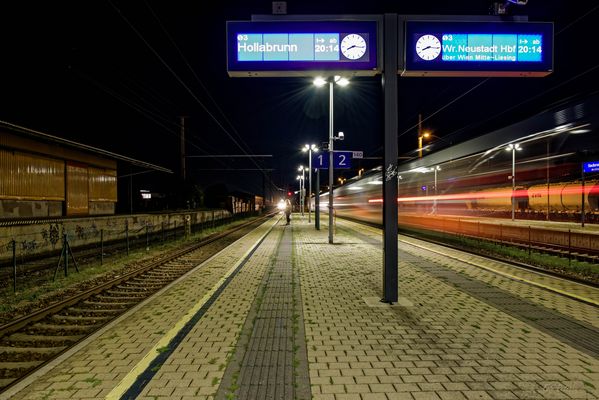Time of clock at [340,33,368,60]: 8:16
